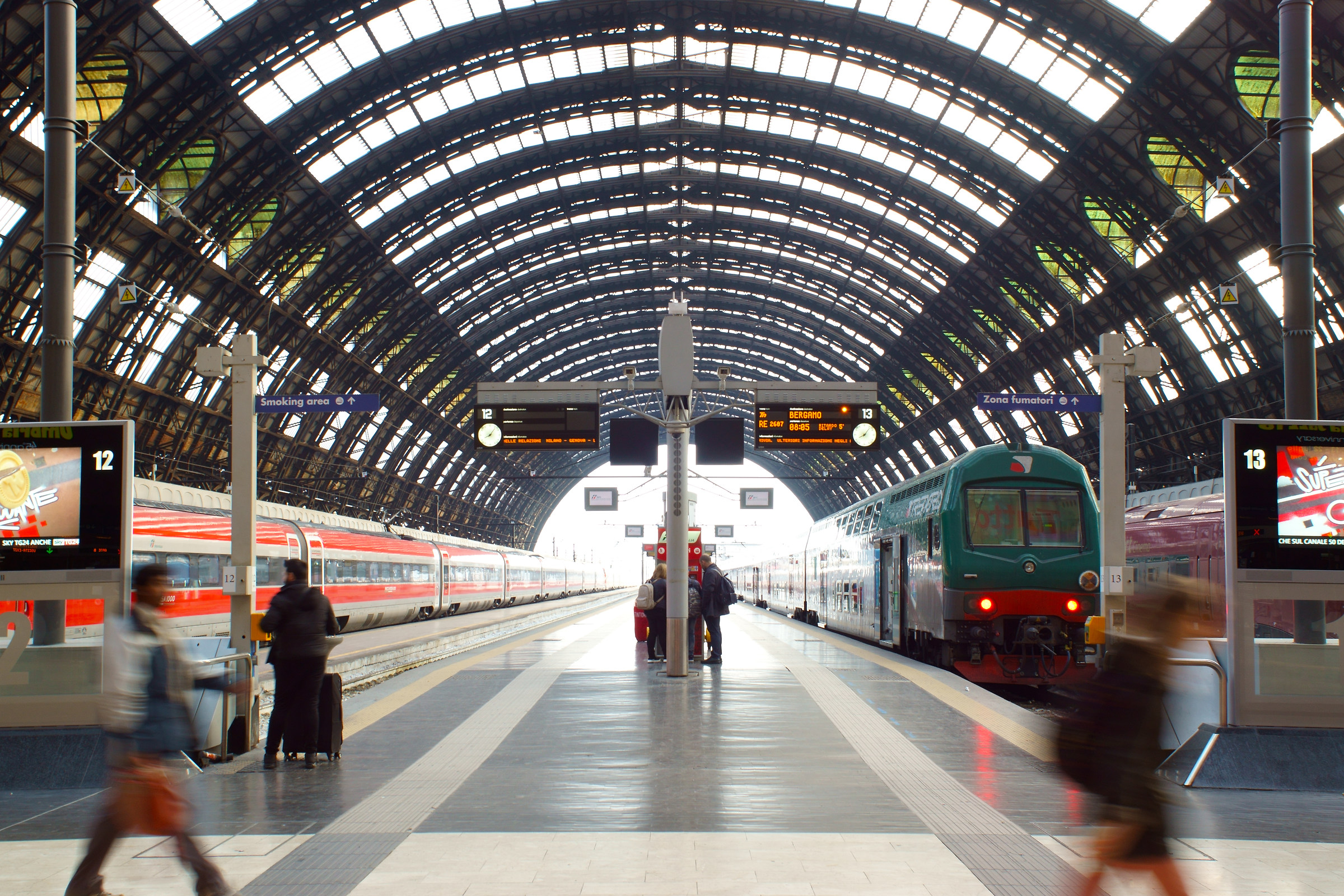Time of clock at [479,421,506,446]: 8:06
